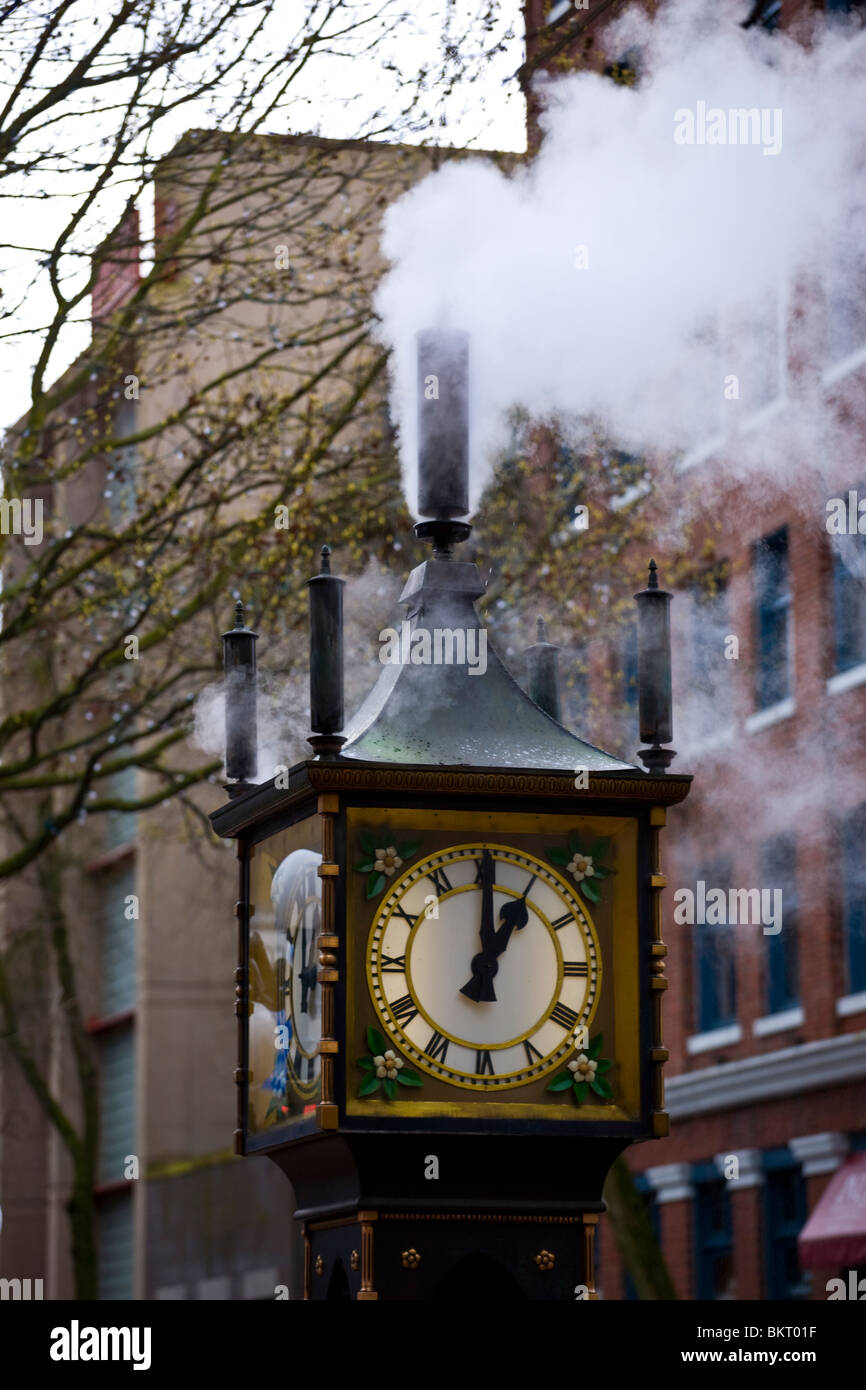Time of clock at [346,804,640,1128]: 1:00
